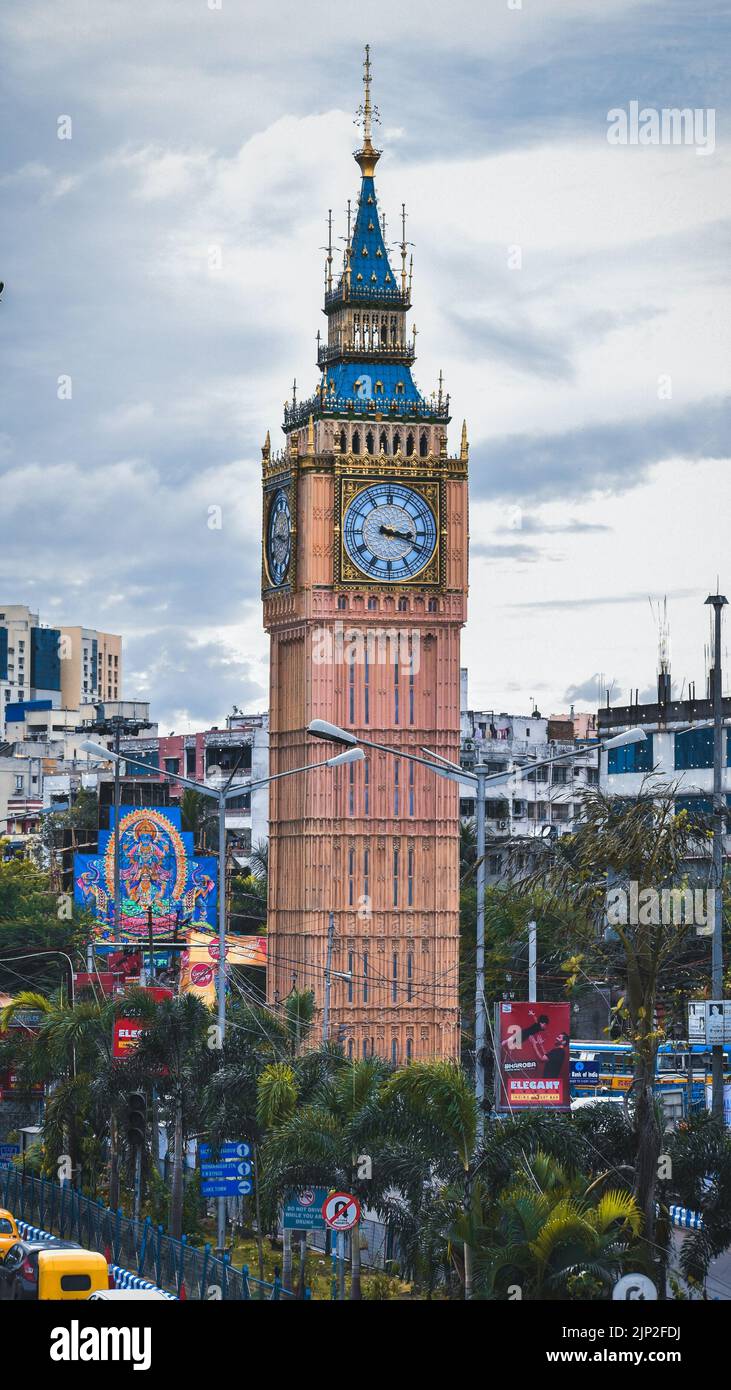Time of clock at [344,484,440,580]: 3:18
